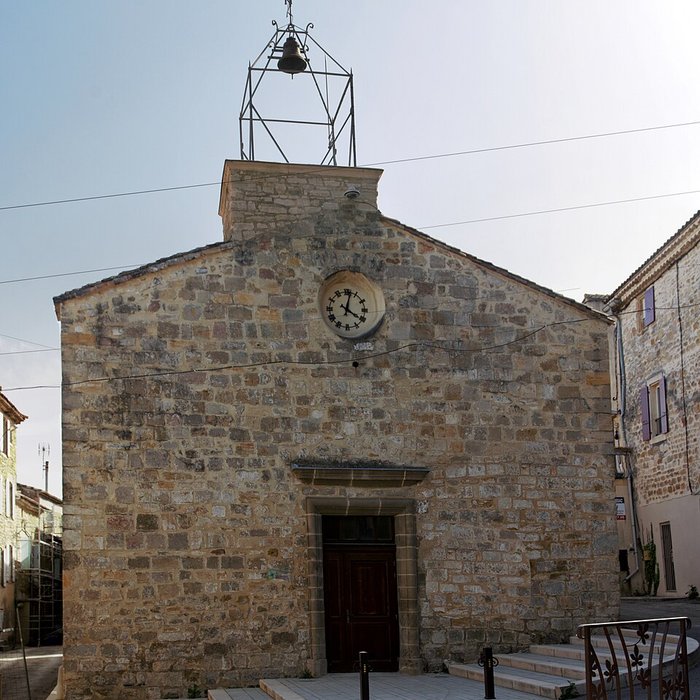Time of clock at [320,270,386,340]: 4:02
